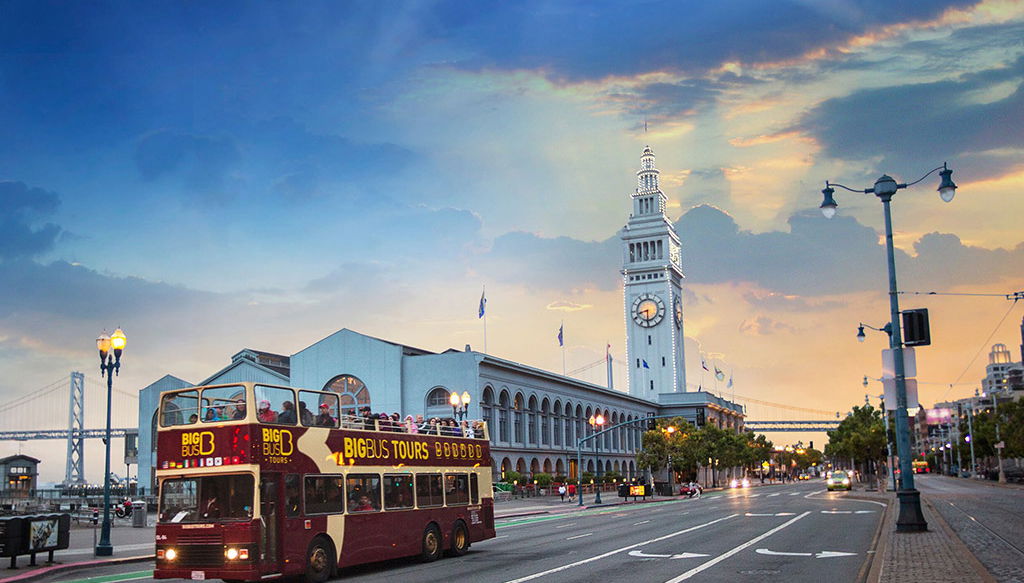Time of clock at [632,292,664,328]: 8:30
